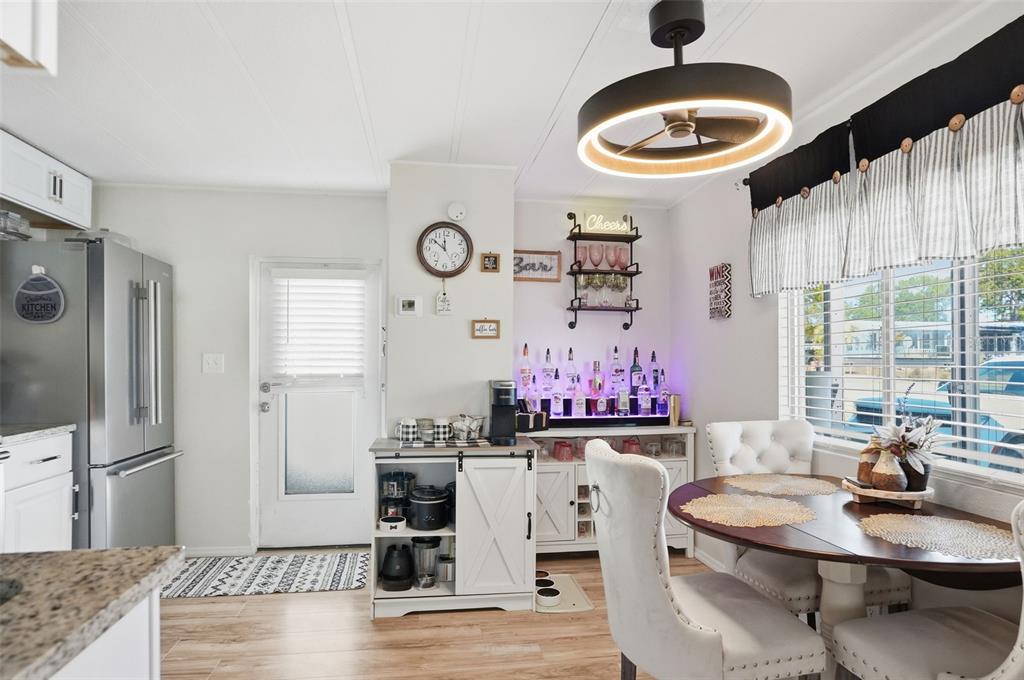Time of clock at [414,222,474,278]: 11:51
